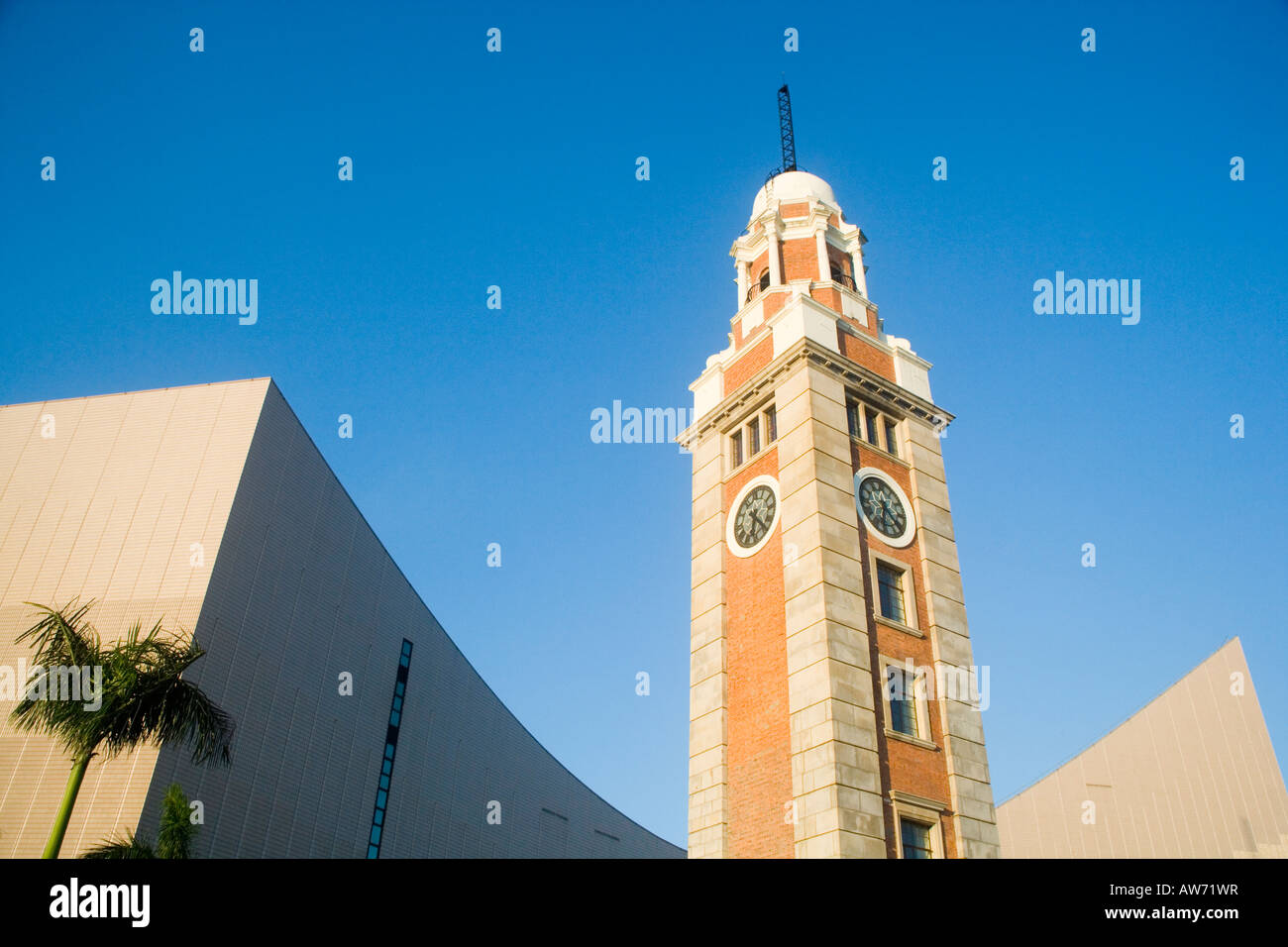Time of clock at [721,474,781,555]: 6:23
